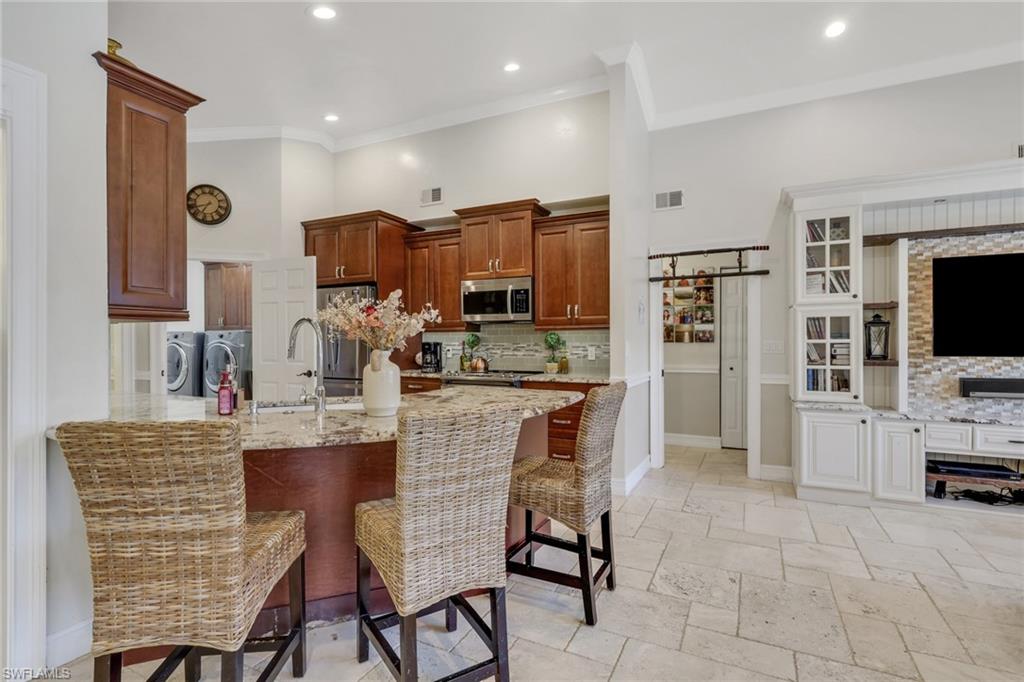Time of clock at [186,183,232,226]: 6:40
